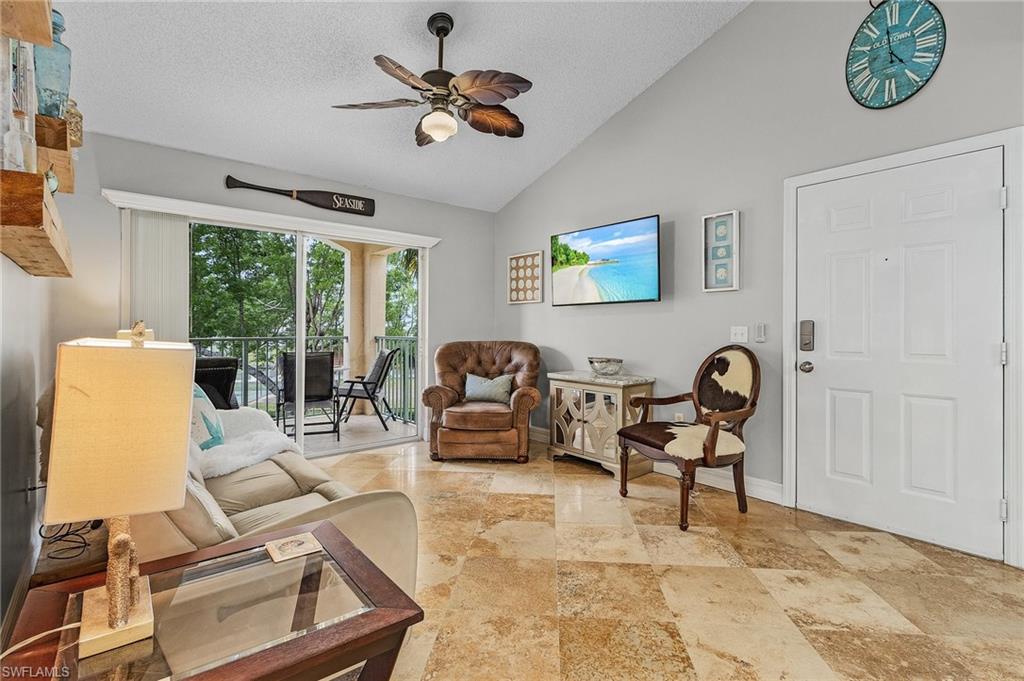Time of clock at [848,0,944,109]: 3:58
